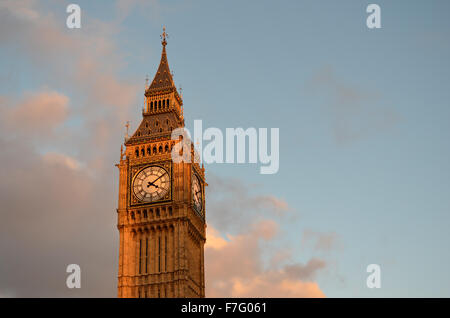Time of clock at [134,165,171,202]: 4:09
